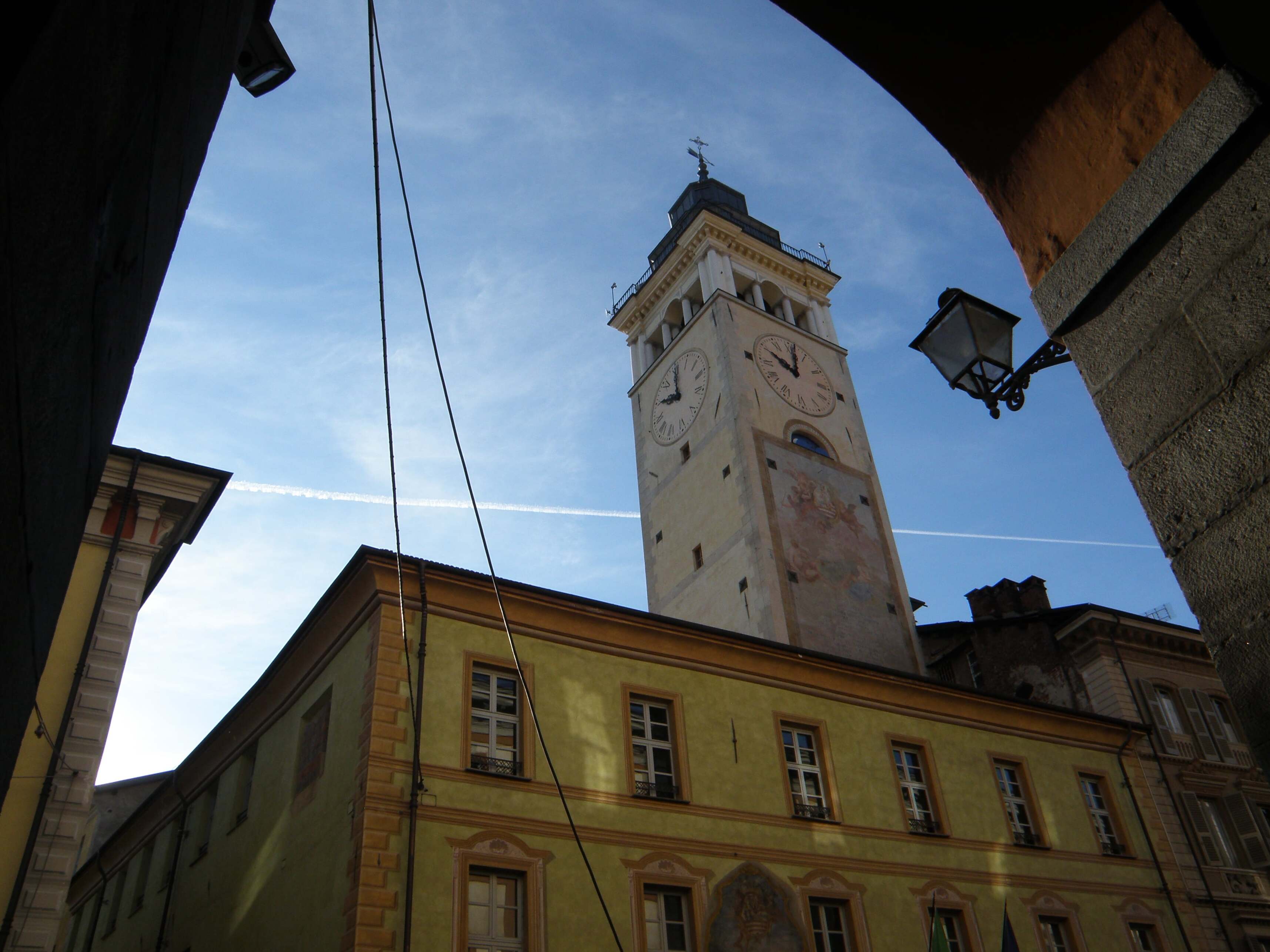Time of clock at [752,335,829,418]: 10:01
